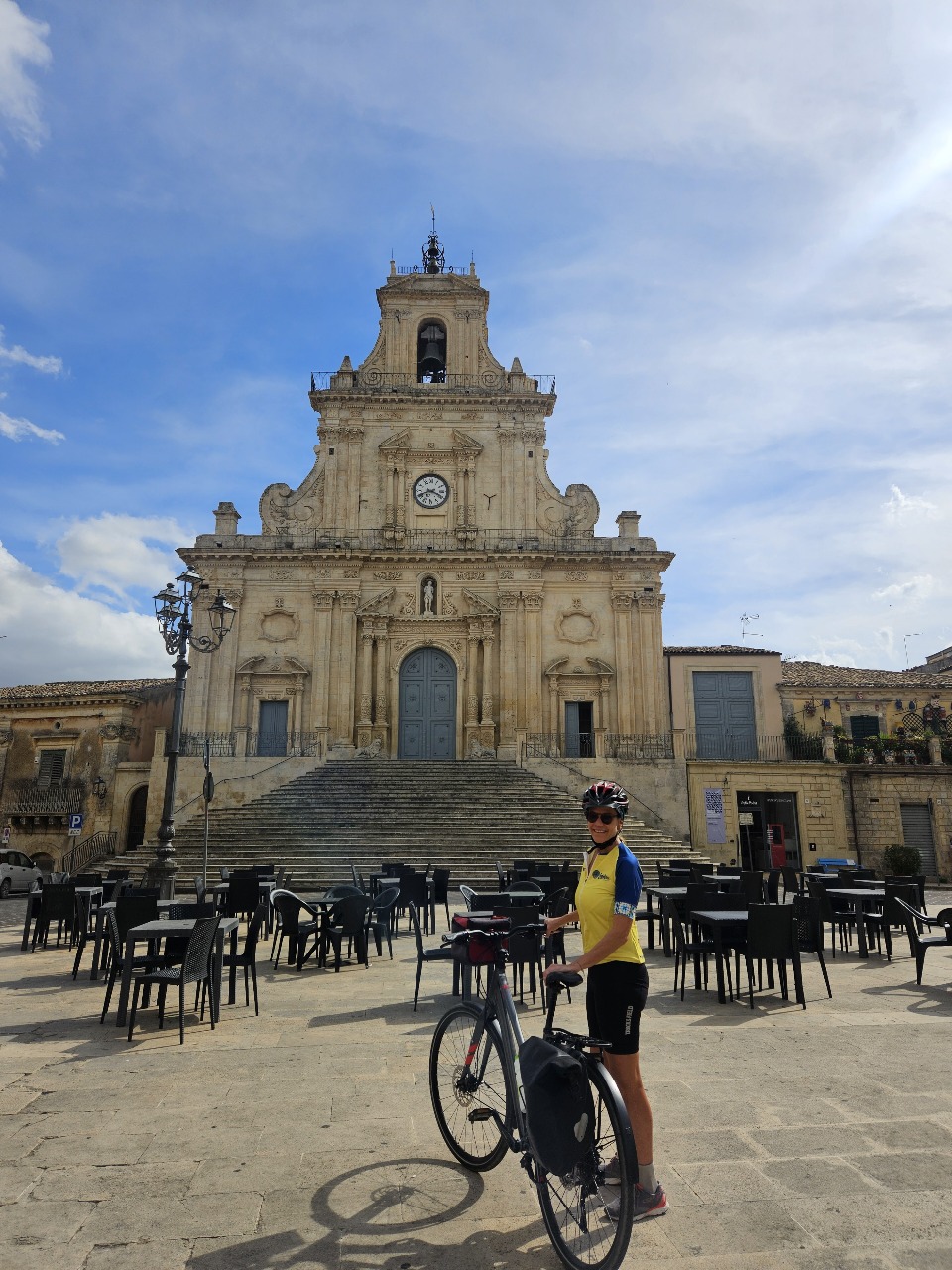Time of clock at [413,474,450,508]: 3:40
